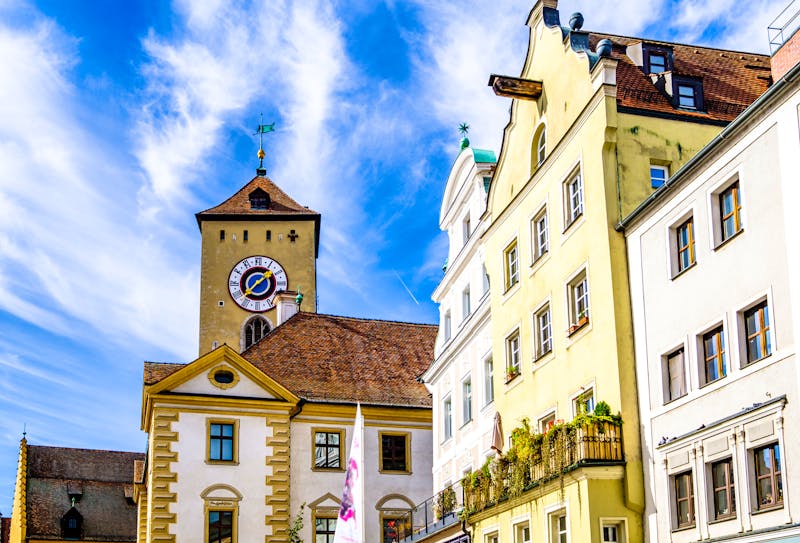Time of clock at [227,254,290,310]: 1:37
